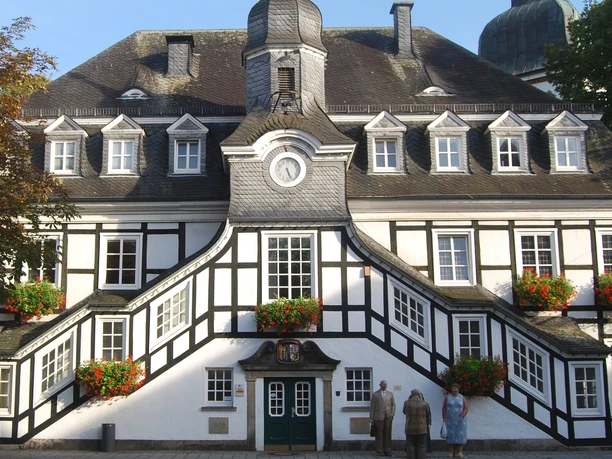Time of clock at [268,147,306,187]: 5:26
